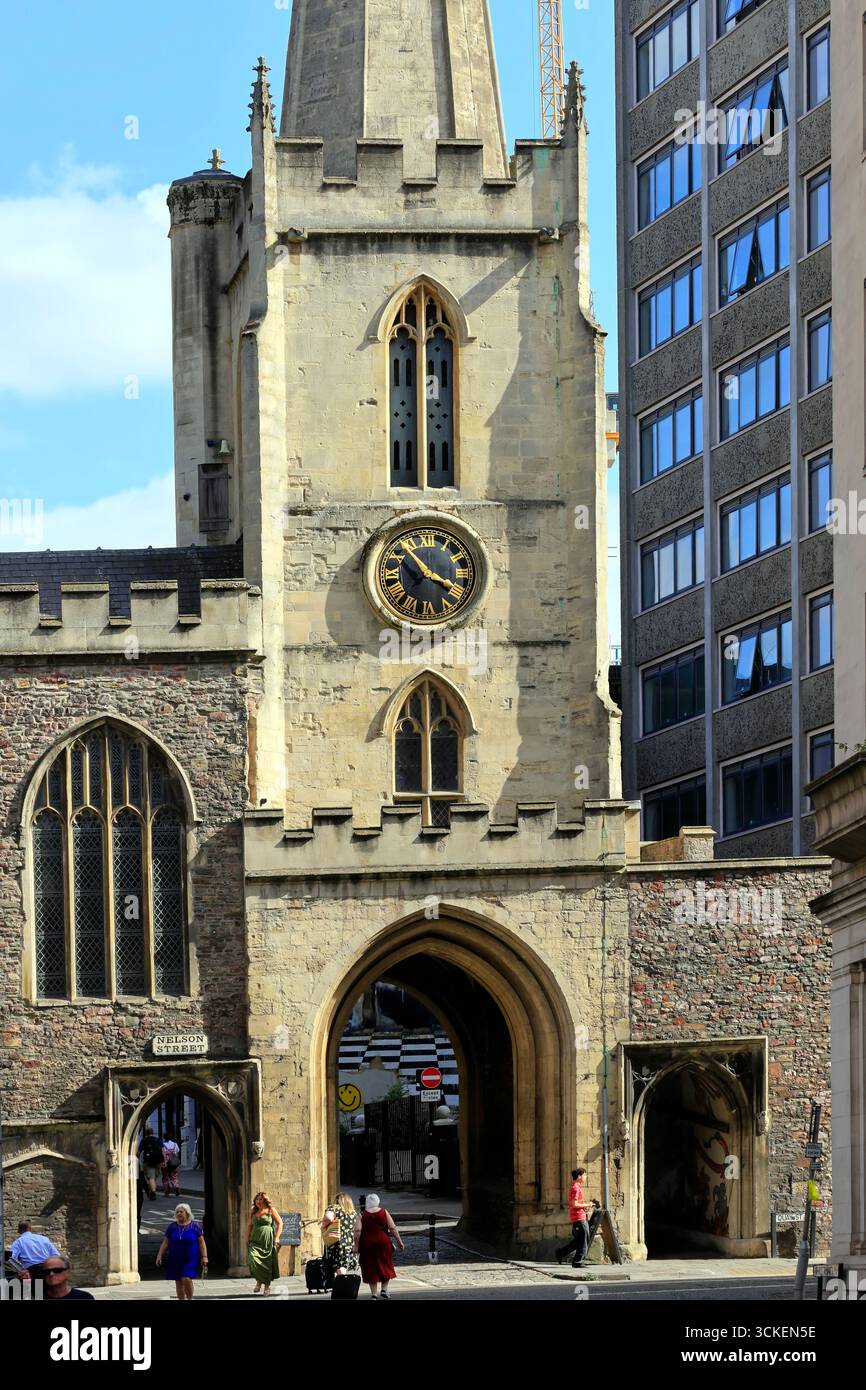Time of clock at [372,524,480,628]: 3:52
